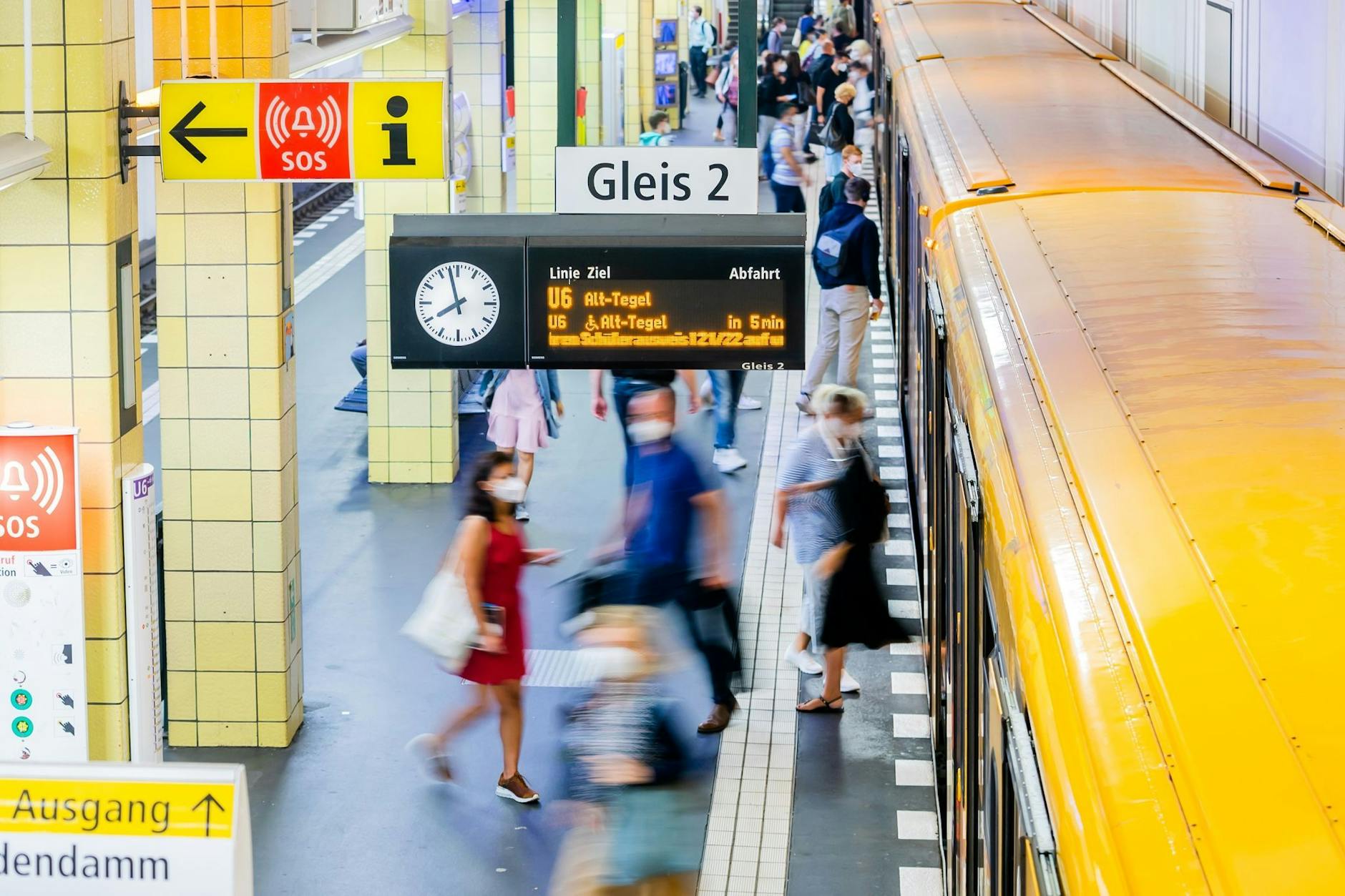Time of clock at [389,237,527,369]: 7:57
